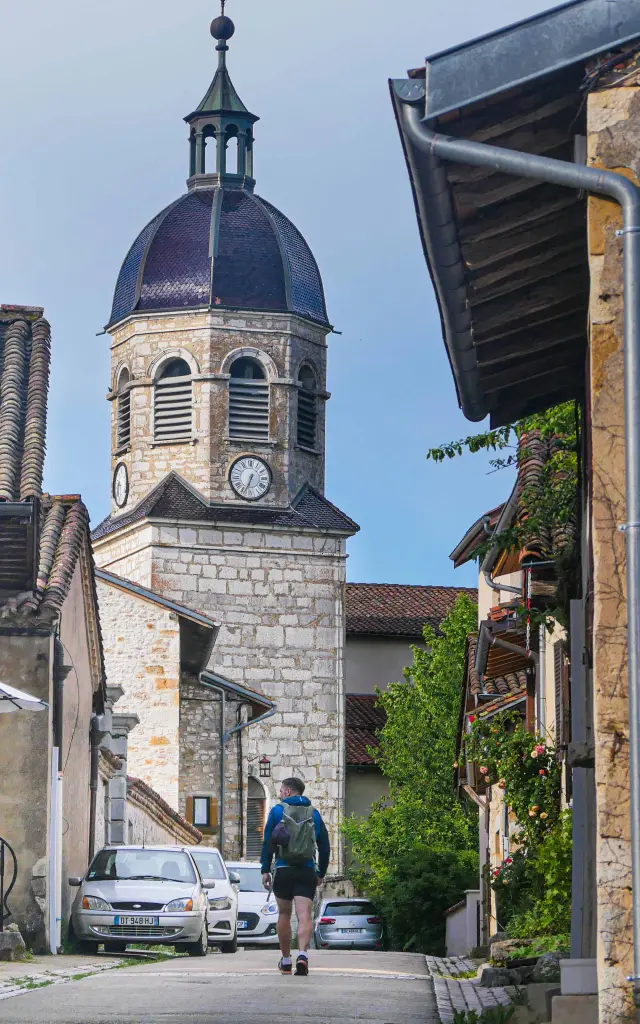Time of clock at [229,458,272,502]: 6:34
